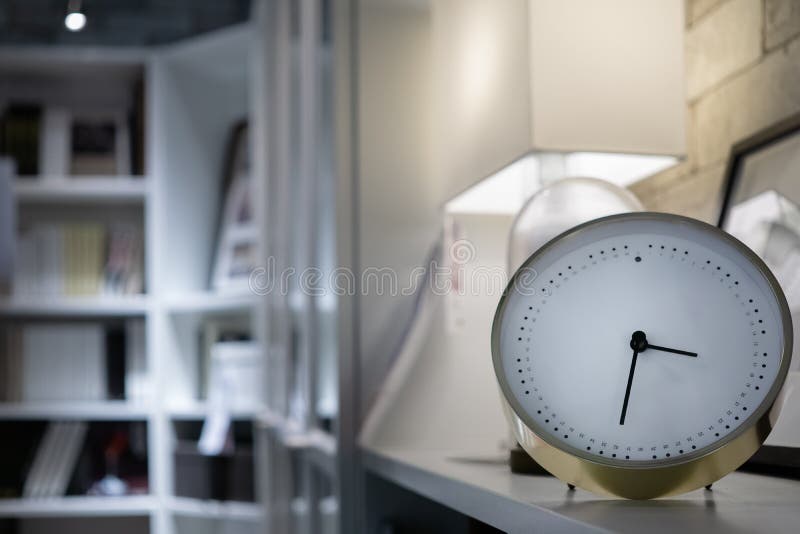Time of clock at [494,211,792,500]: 3:32
